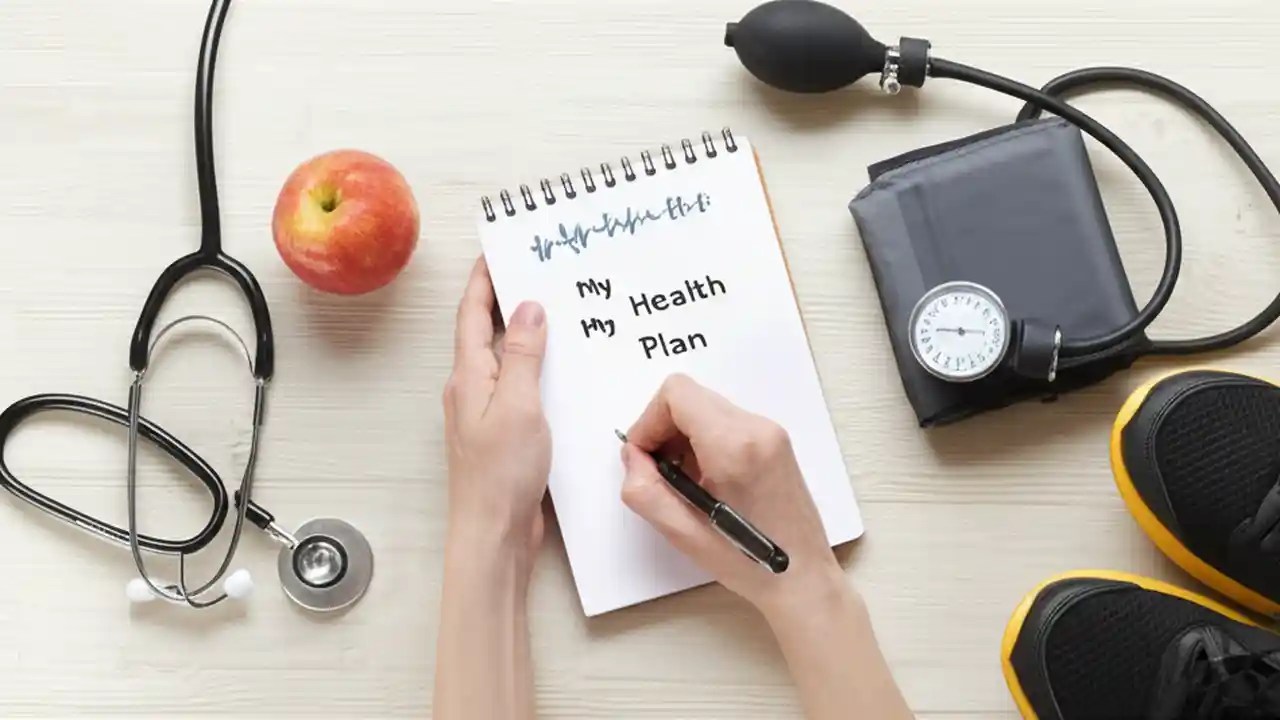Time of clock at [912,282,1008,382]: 9:15
